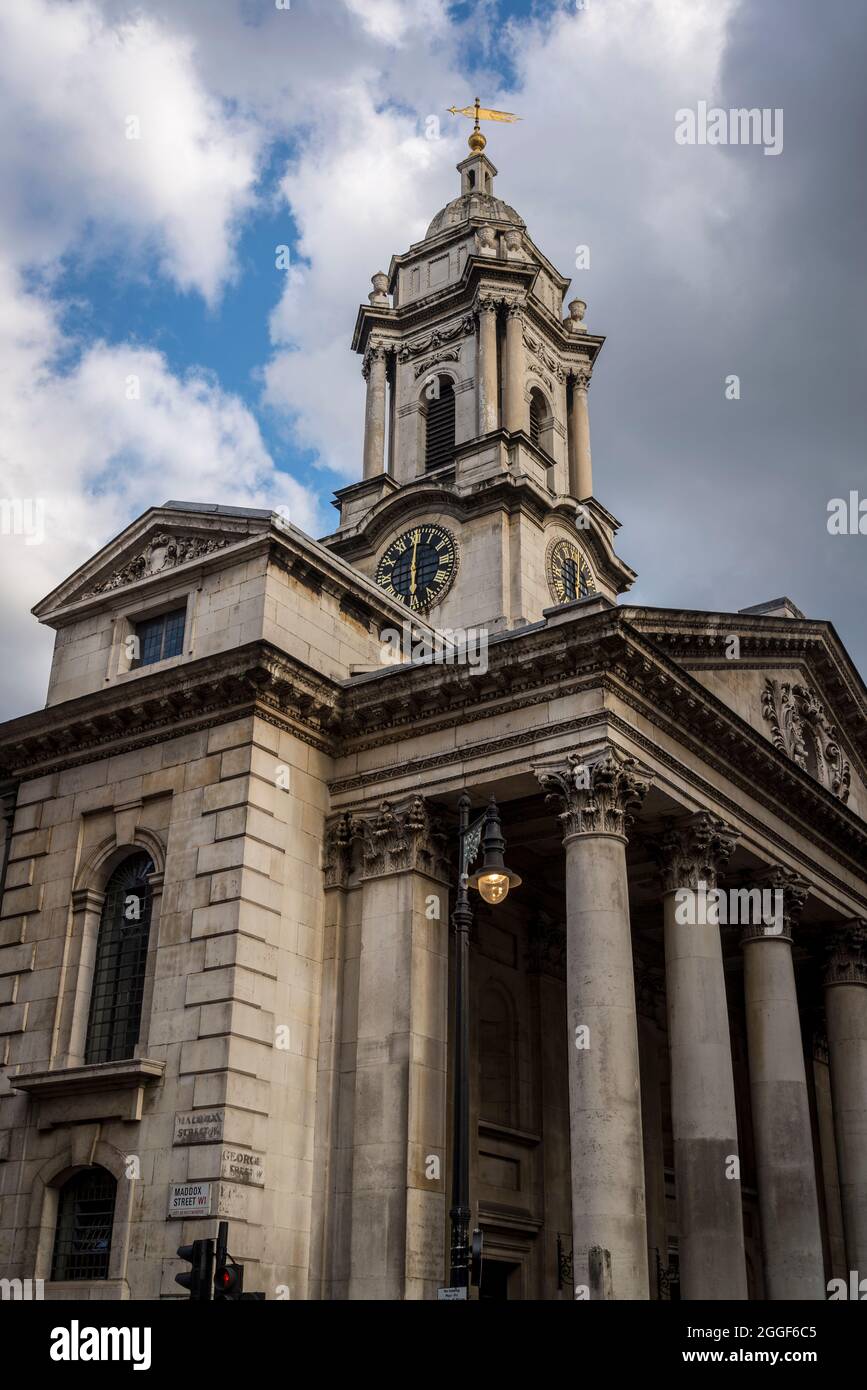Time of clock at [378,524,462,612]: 6:00
